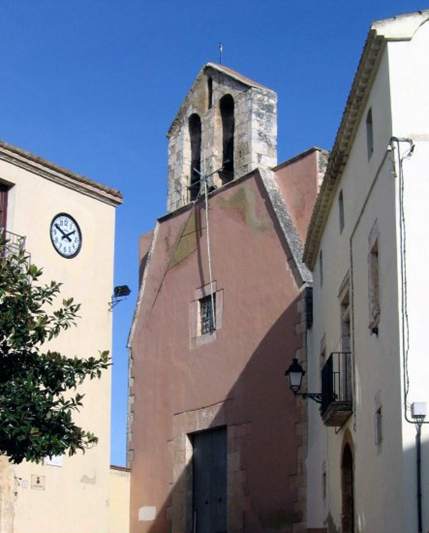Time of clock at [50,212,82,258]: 1:49
